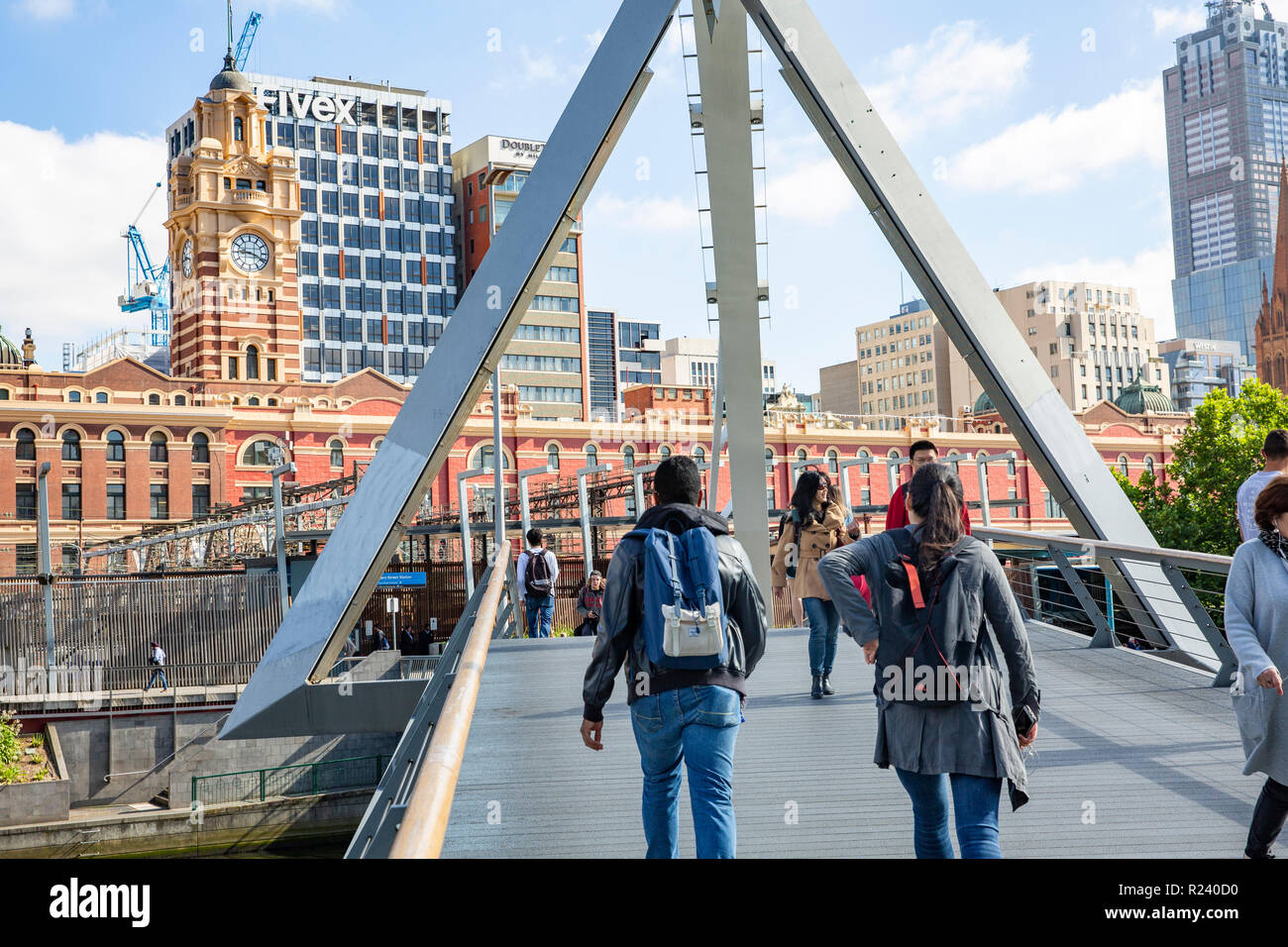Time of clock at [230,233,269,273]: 9:18
